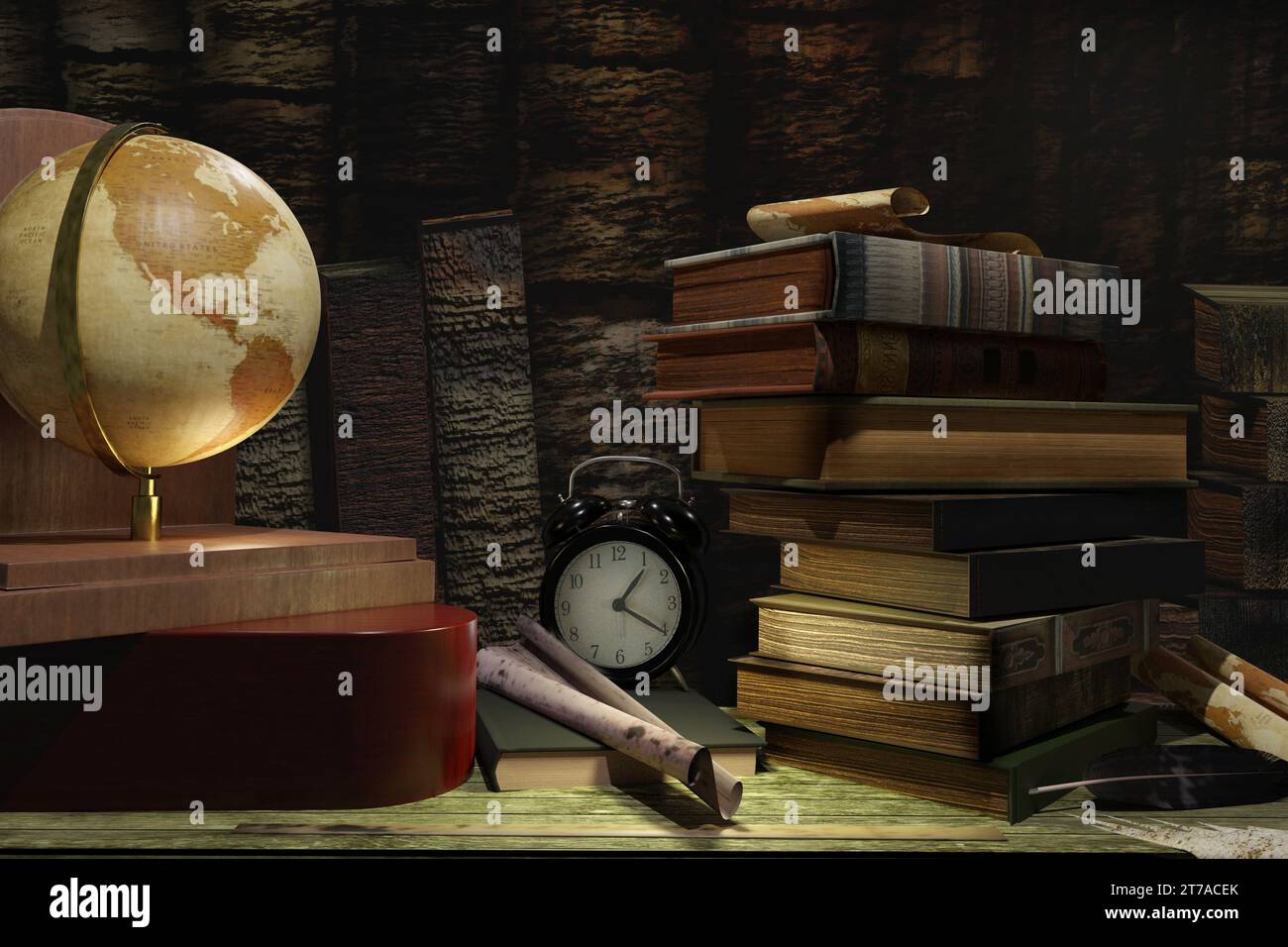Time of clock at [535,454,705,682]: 1:20
